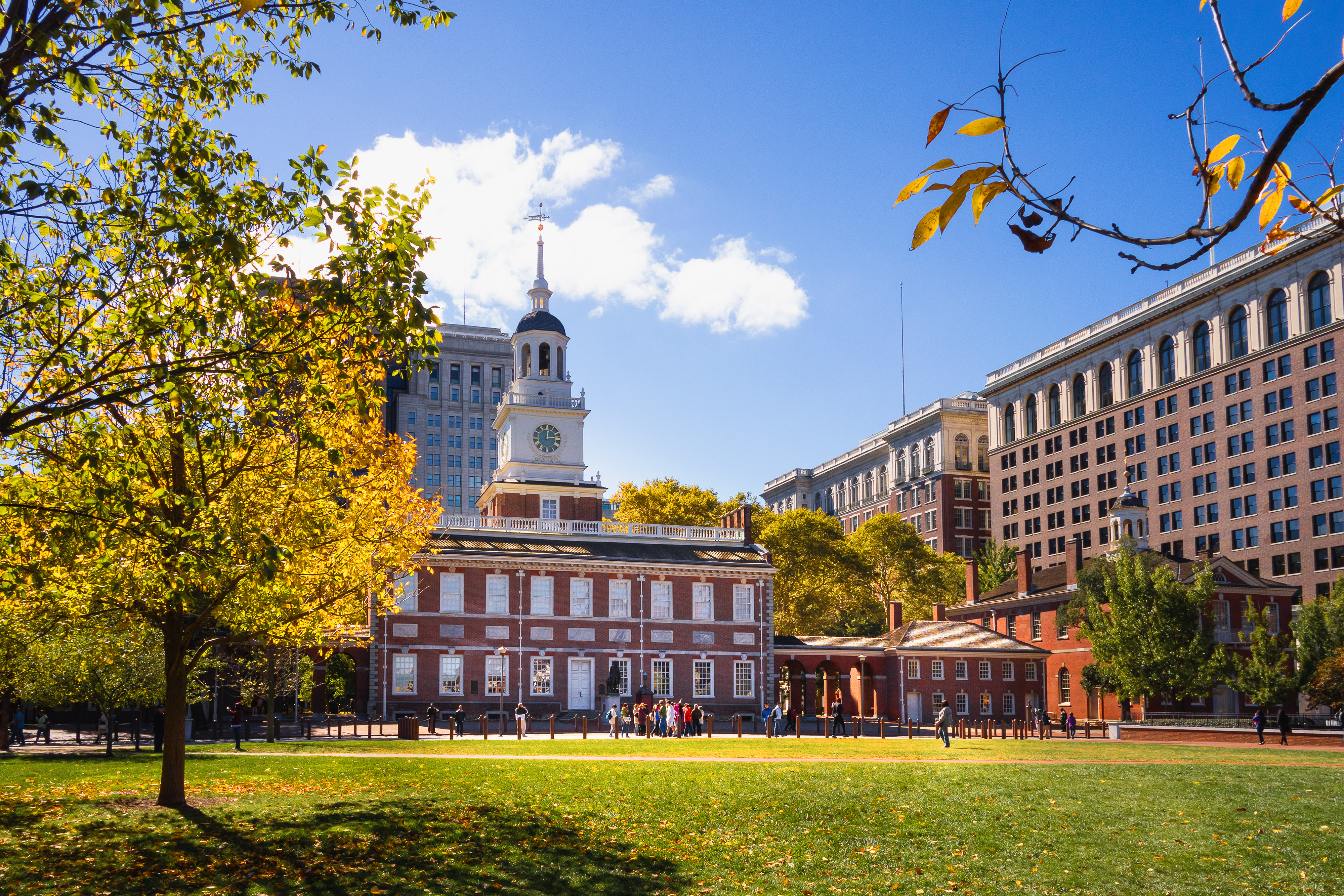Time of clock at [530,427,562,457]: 12:13
